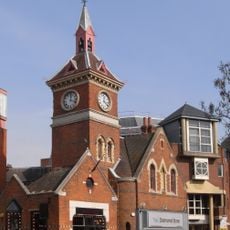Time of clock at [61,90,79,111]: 12:18
